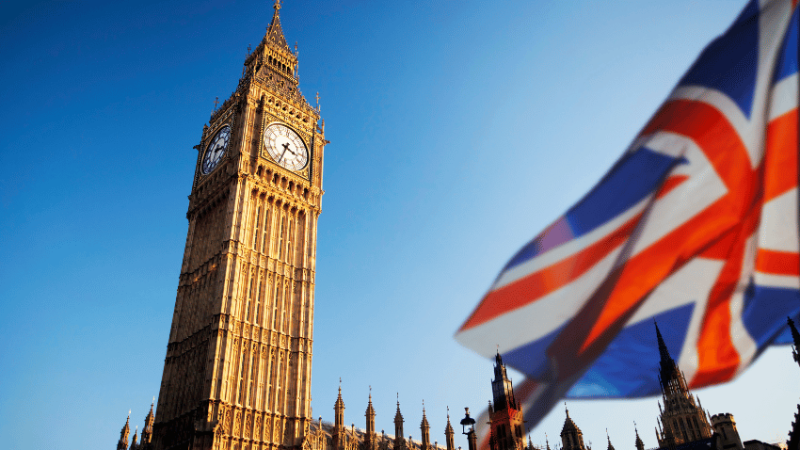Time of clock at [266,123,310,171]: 3:33
